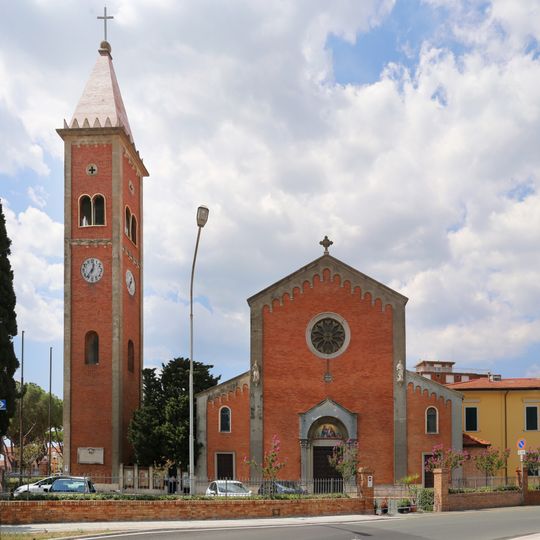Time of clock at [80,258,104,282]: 12:36
